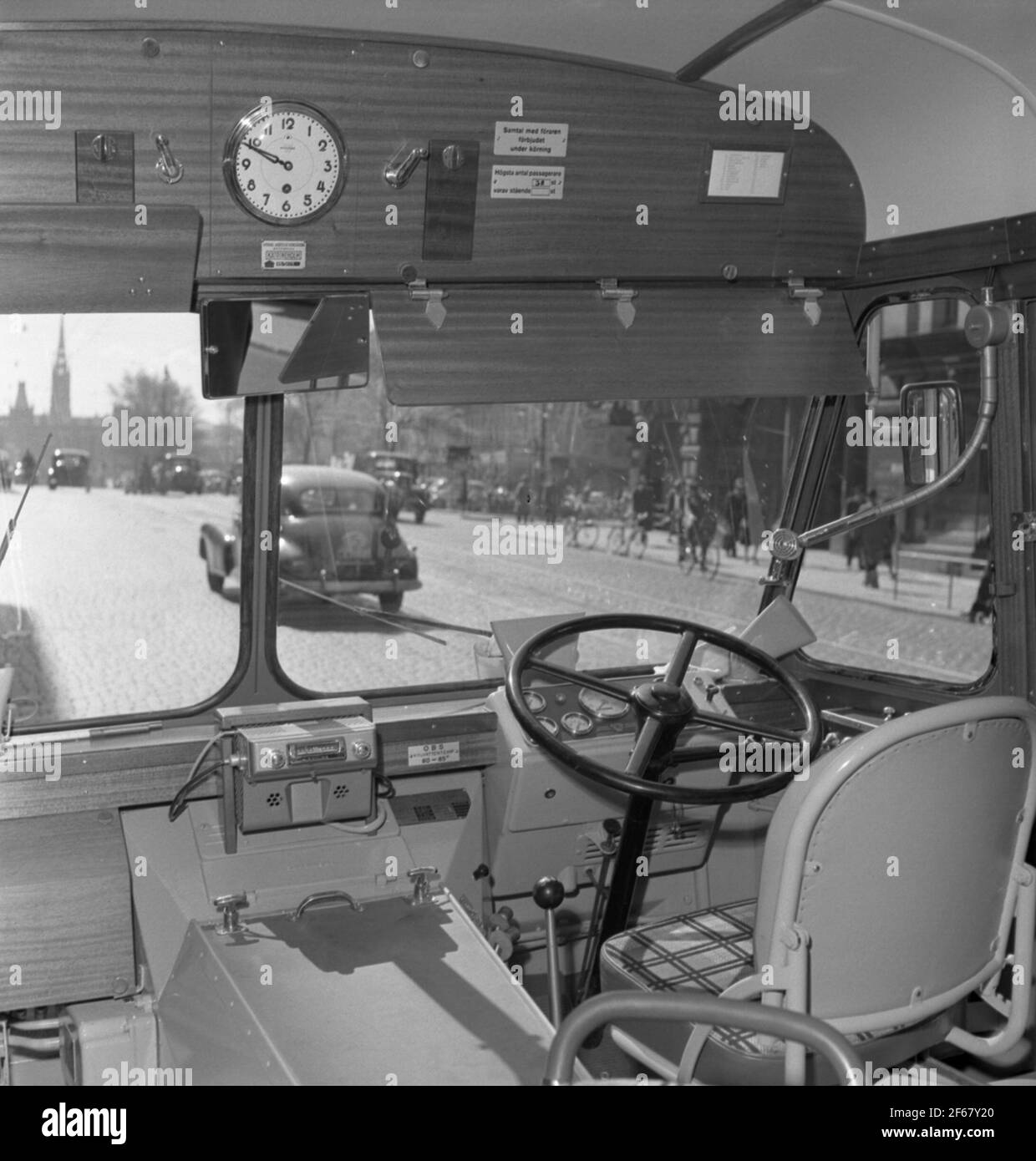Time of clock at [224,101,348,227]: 9:49
